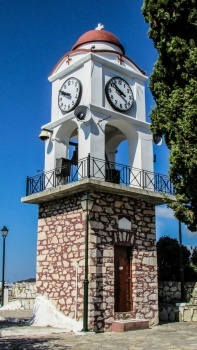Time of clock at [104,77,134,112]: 9:51
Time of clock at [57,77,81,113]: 9:50
